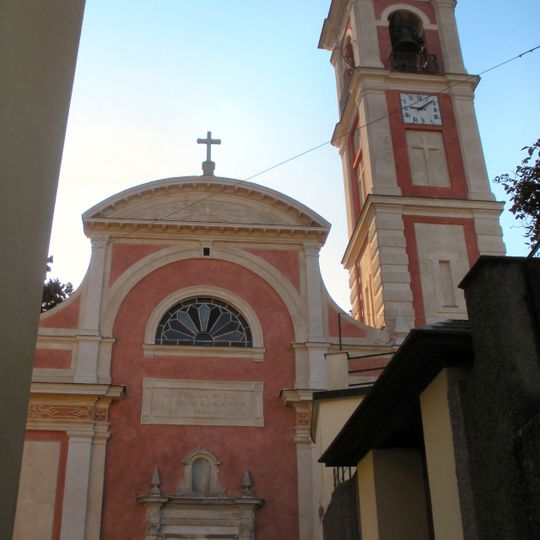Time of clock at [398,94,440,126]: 9:08
